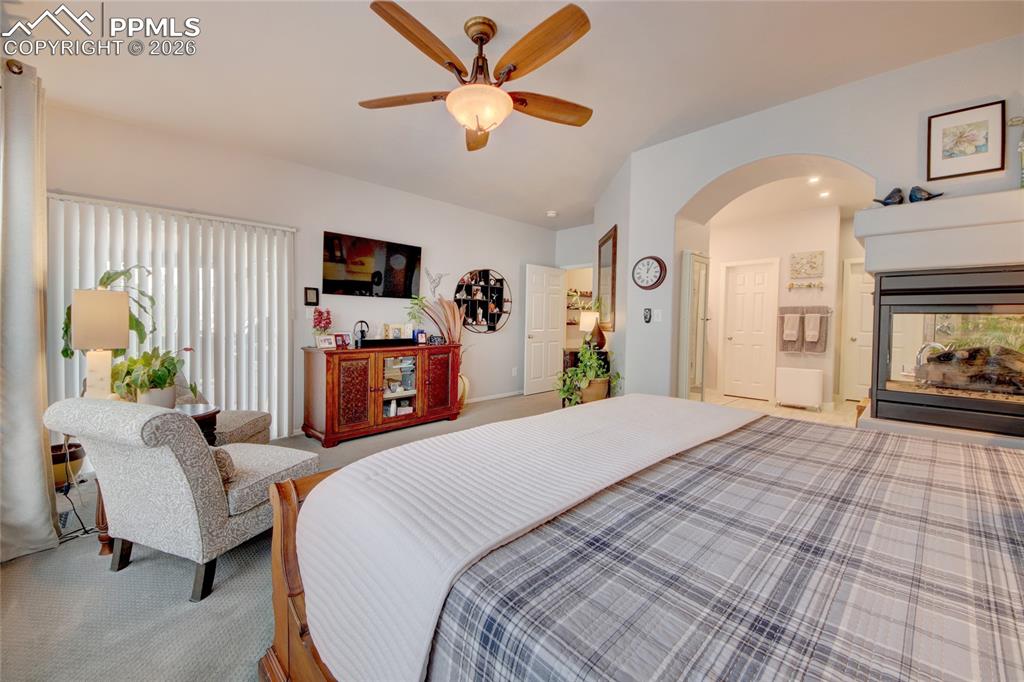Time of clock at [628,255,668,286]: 12:04
